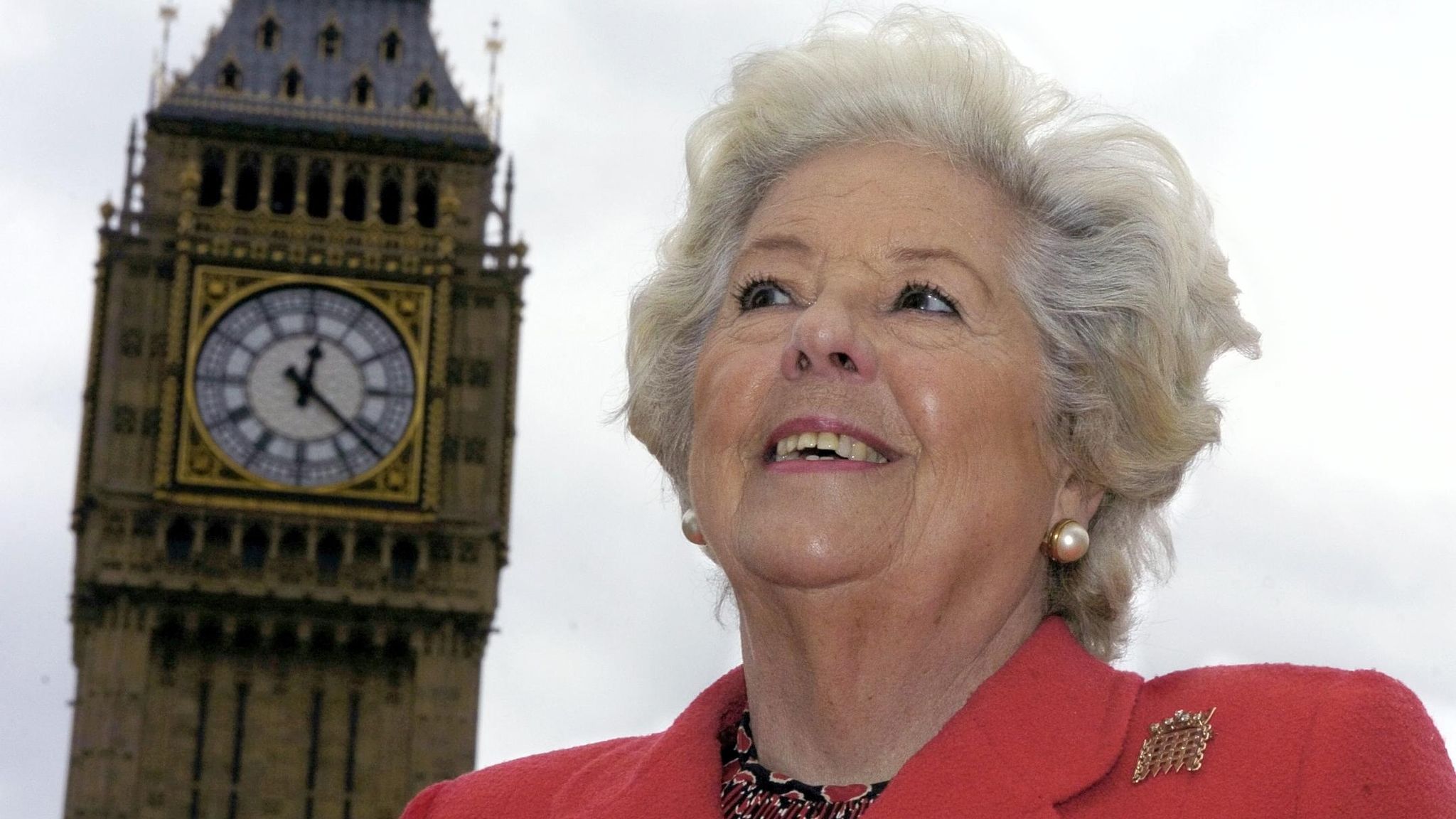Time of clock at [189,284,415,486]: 12:22
